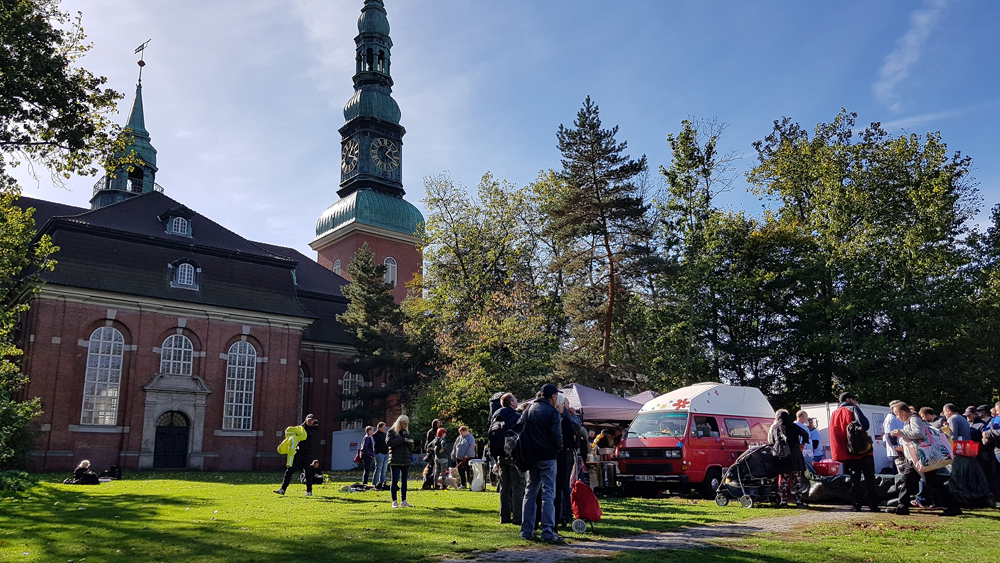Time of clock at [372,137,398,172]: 1:20
